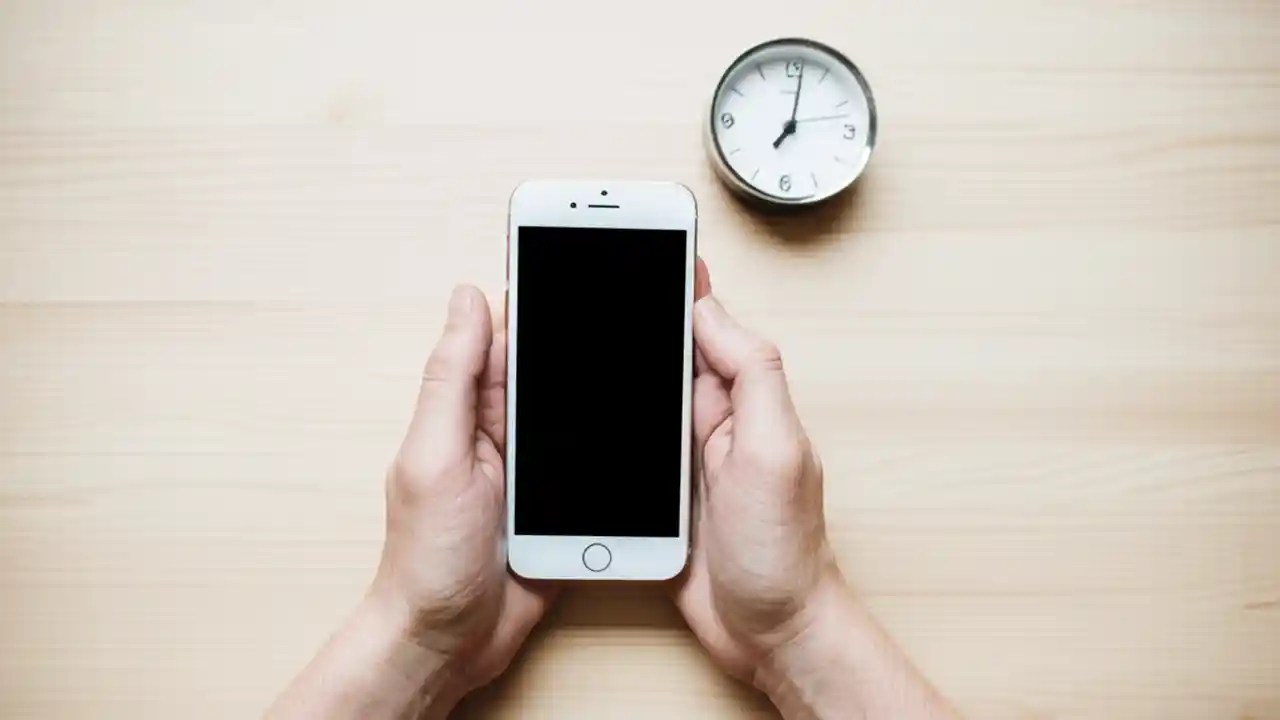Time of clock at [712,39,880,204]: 7:01
